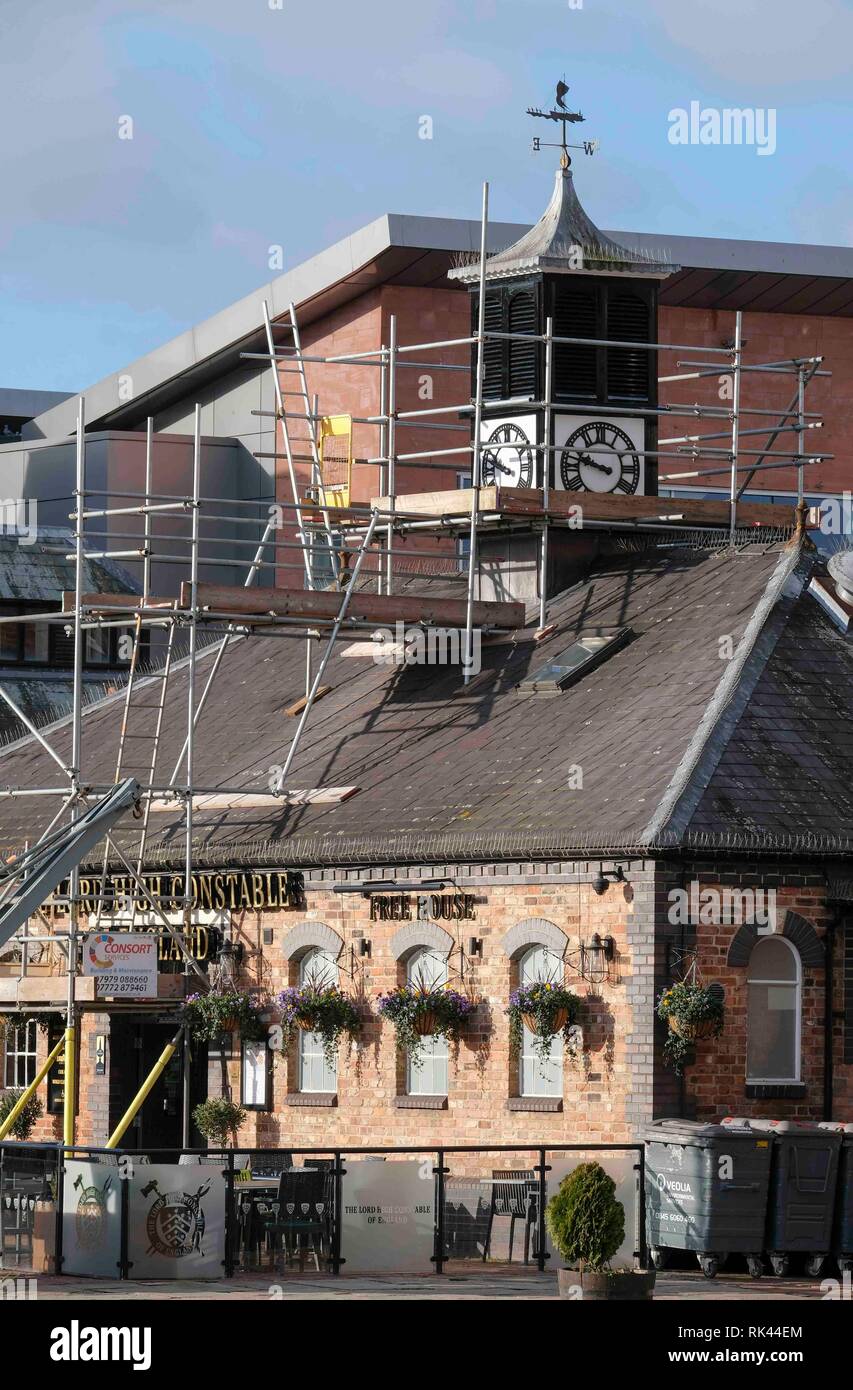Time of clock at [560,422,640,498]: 9:47
